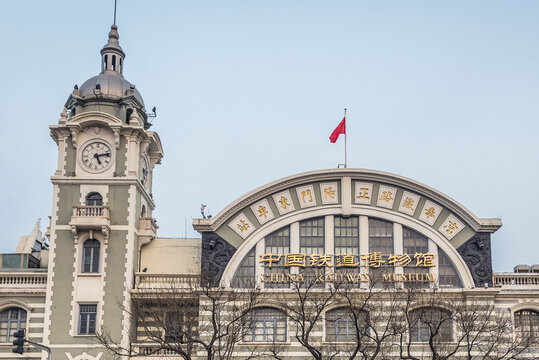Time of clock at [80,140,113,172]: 5:12
